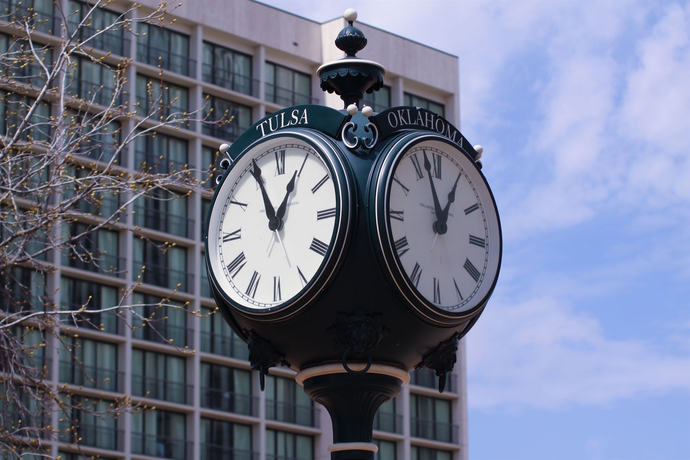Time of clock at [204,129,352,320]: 12:55
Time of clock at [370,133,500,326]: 12:57
